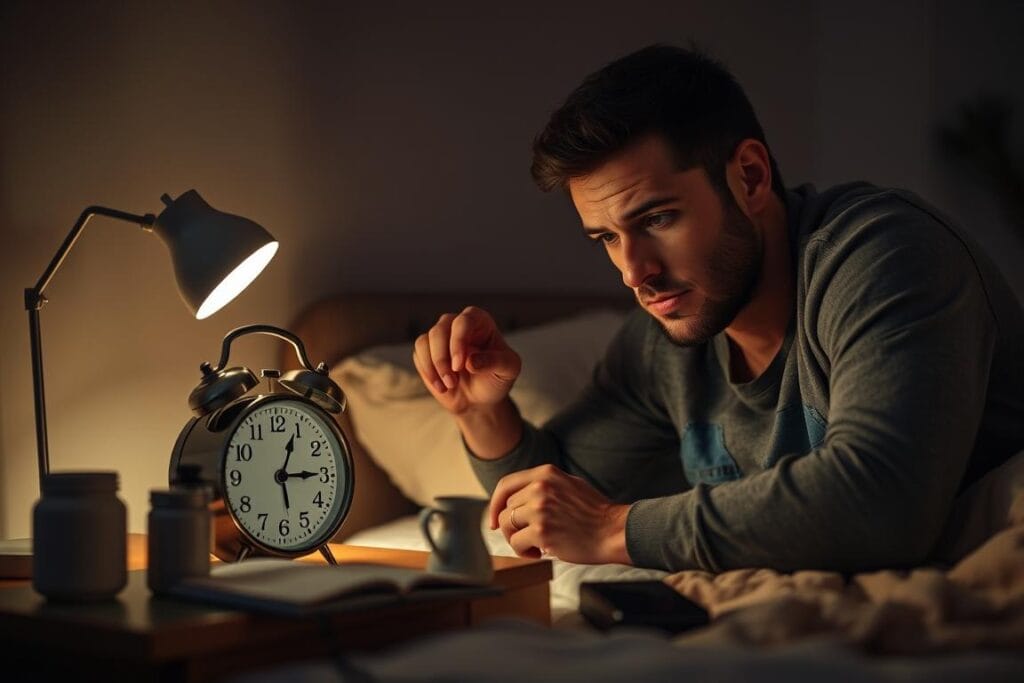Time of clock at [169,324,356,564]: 3:04
